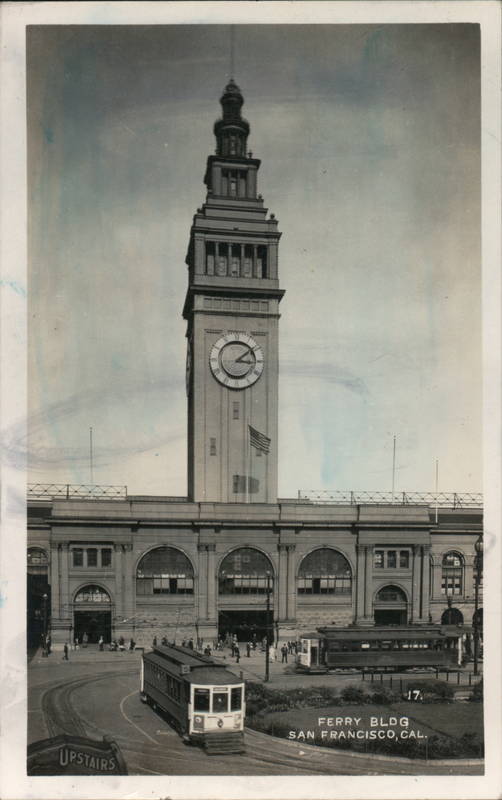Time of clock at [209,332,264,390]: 3:08
